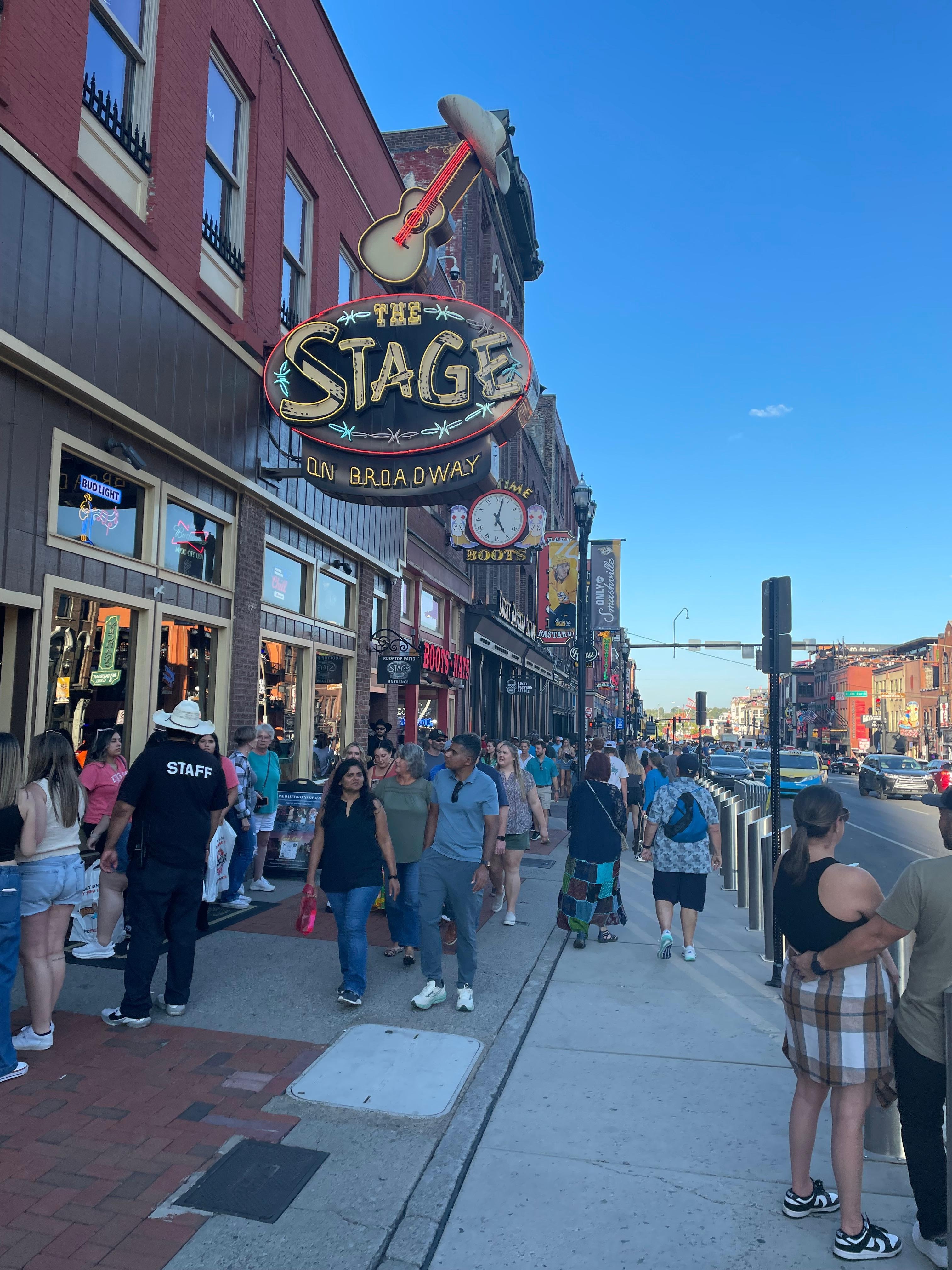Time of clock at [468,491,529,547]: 5:02
